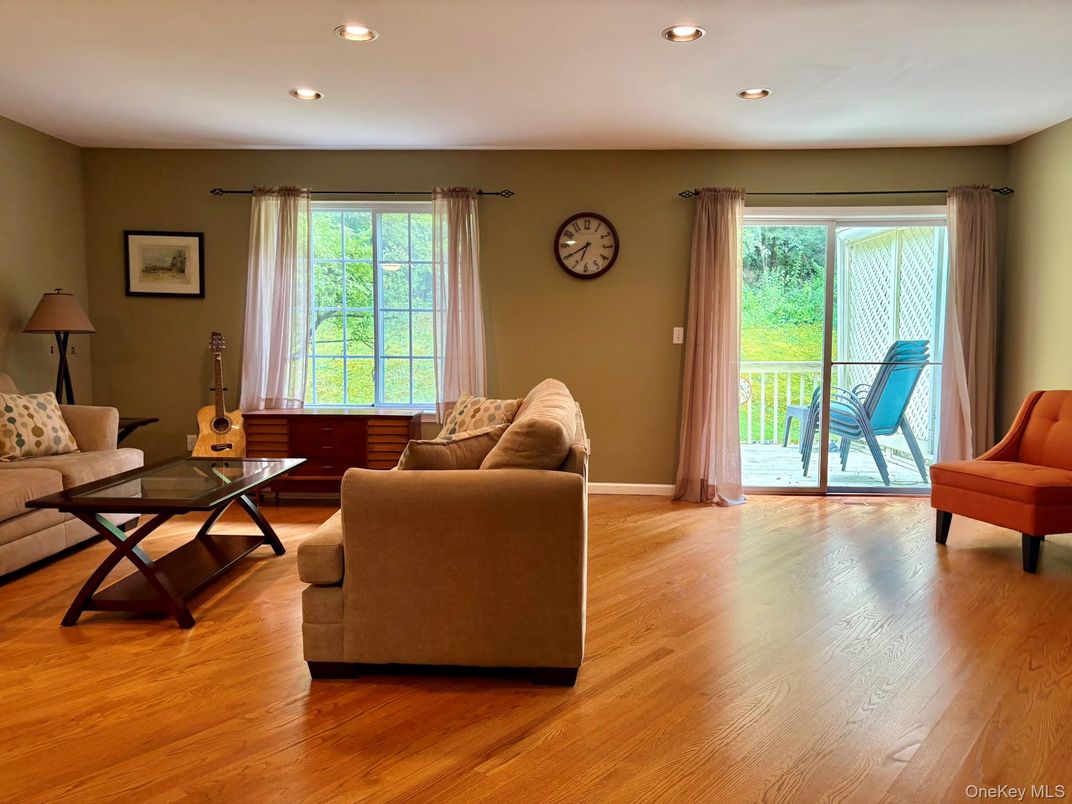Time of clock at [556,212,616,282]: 6:39
